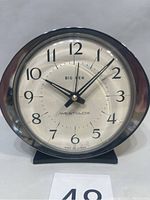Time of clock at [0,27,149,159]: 10:07
